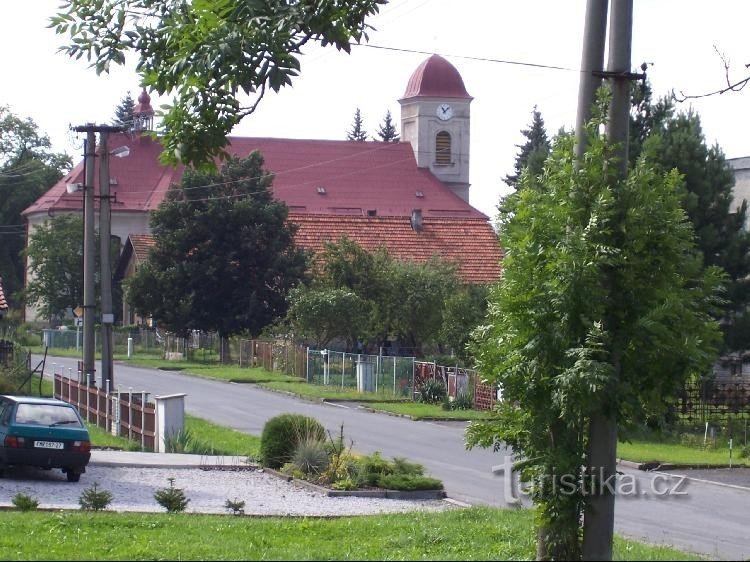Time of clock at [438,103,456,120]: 11:07
